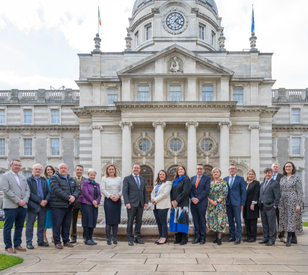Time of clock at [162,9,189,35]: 4:07
